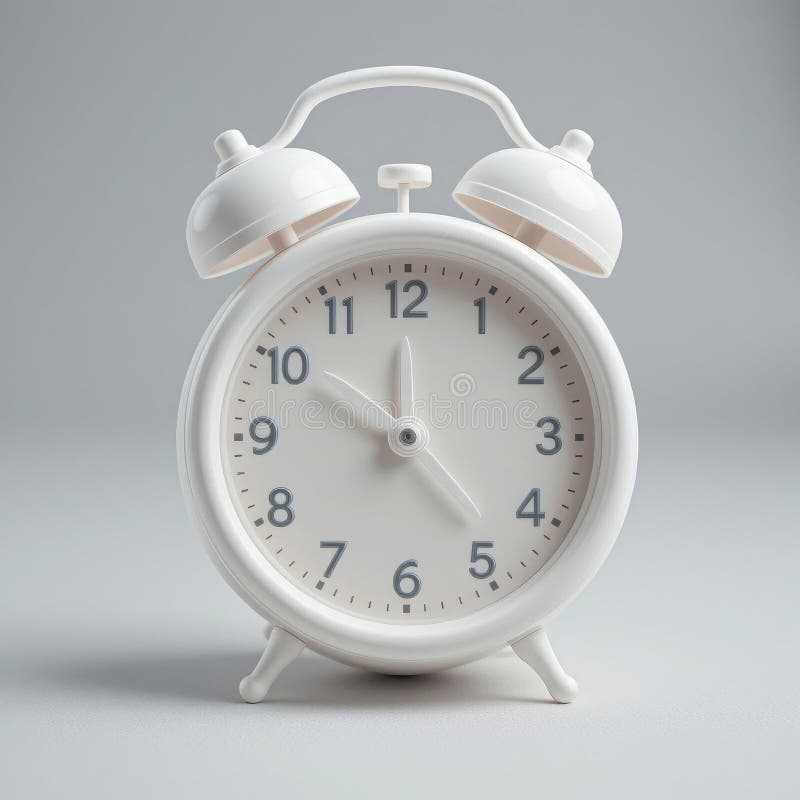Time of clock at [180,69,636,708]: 11:49
